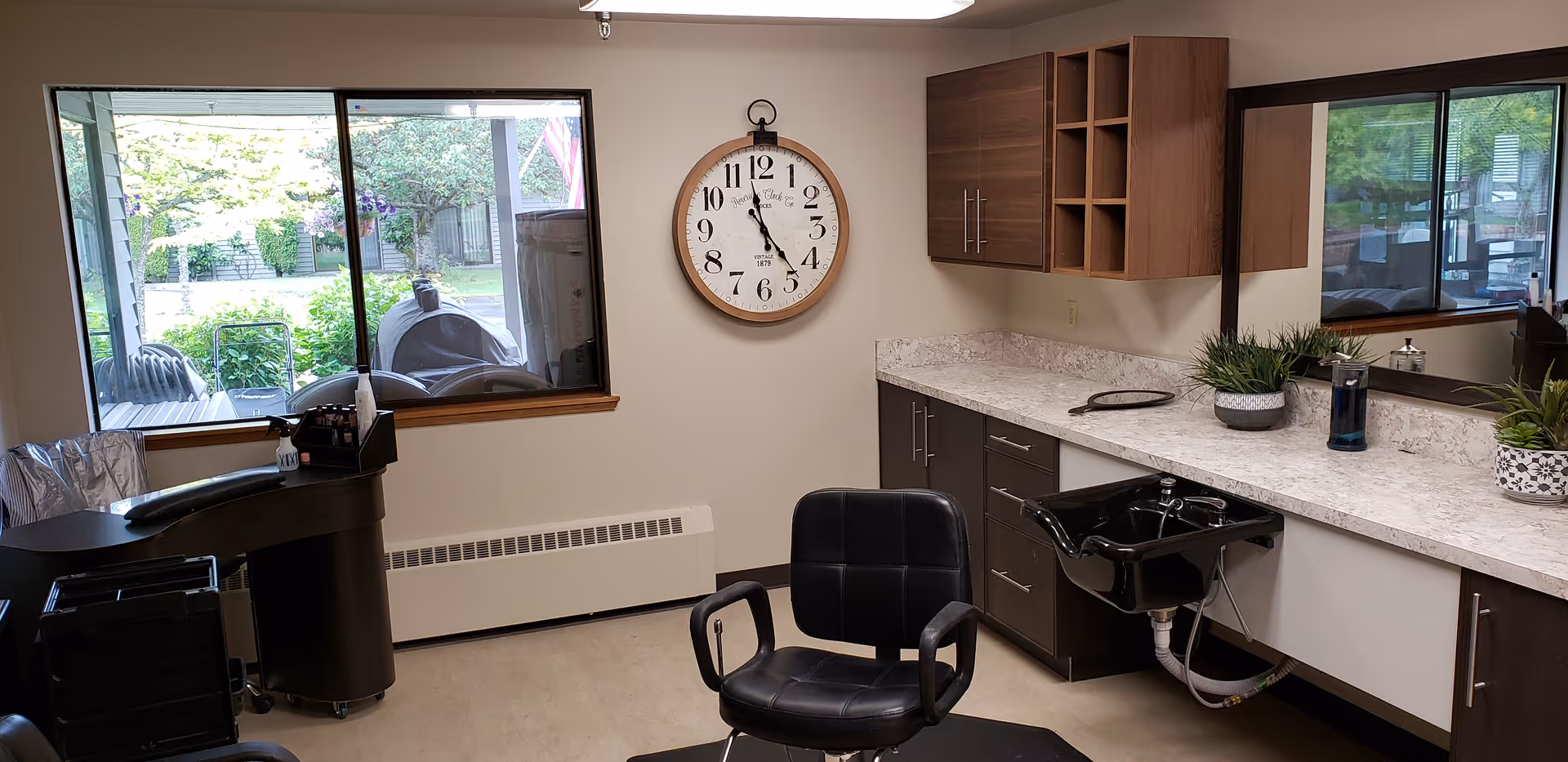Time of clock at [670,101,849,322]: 11:23
